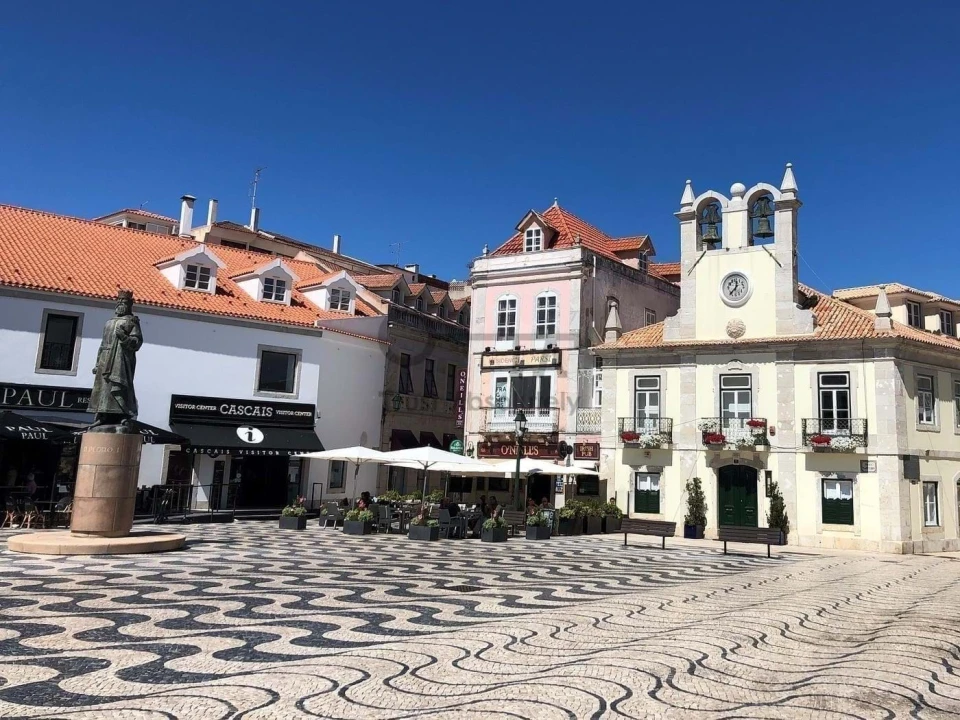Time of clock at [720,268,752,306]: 12:37
